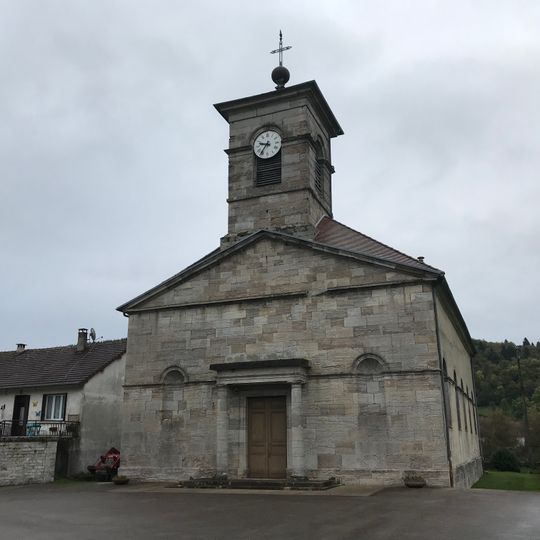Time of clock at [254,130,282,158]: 9:36
